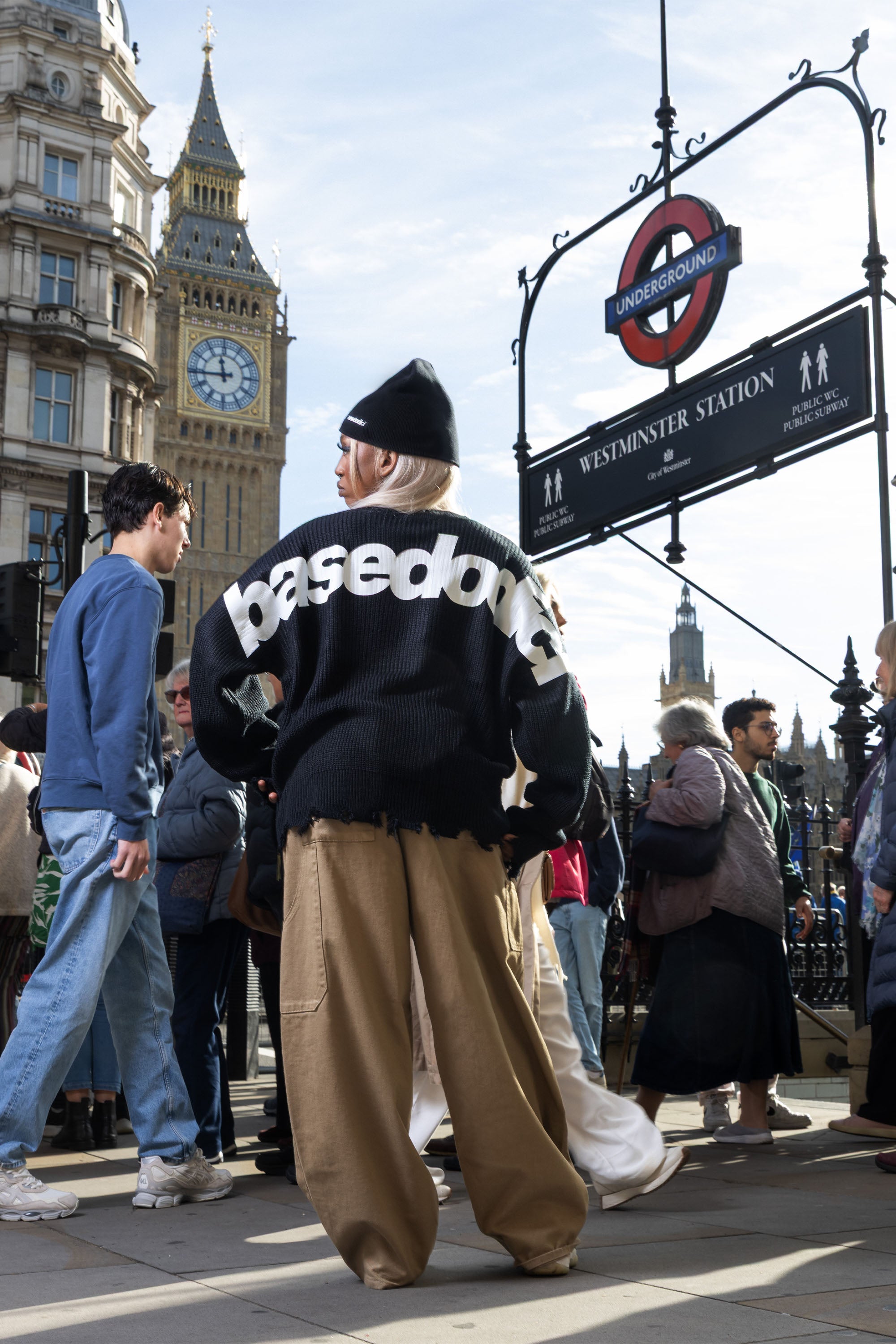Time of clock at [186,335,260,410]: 11:44
